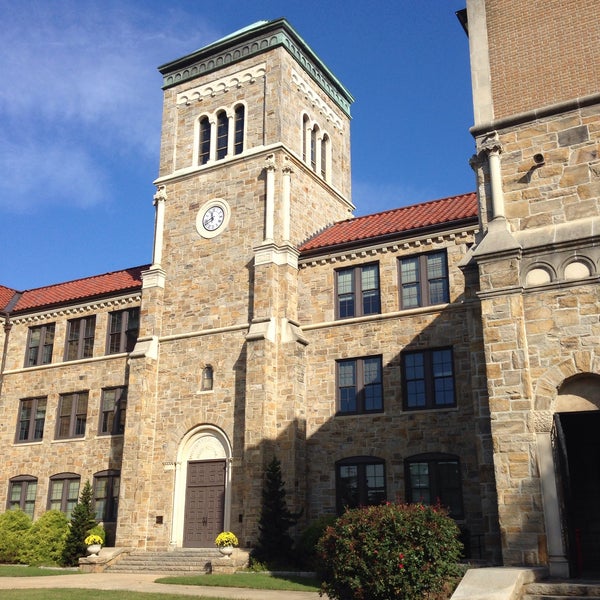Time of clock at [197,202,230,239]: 11:41
